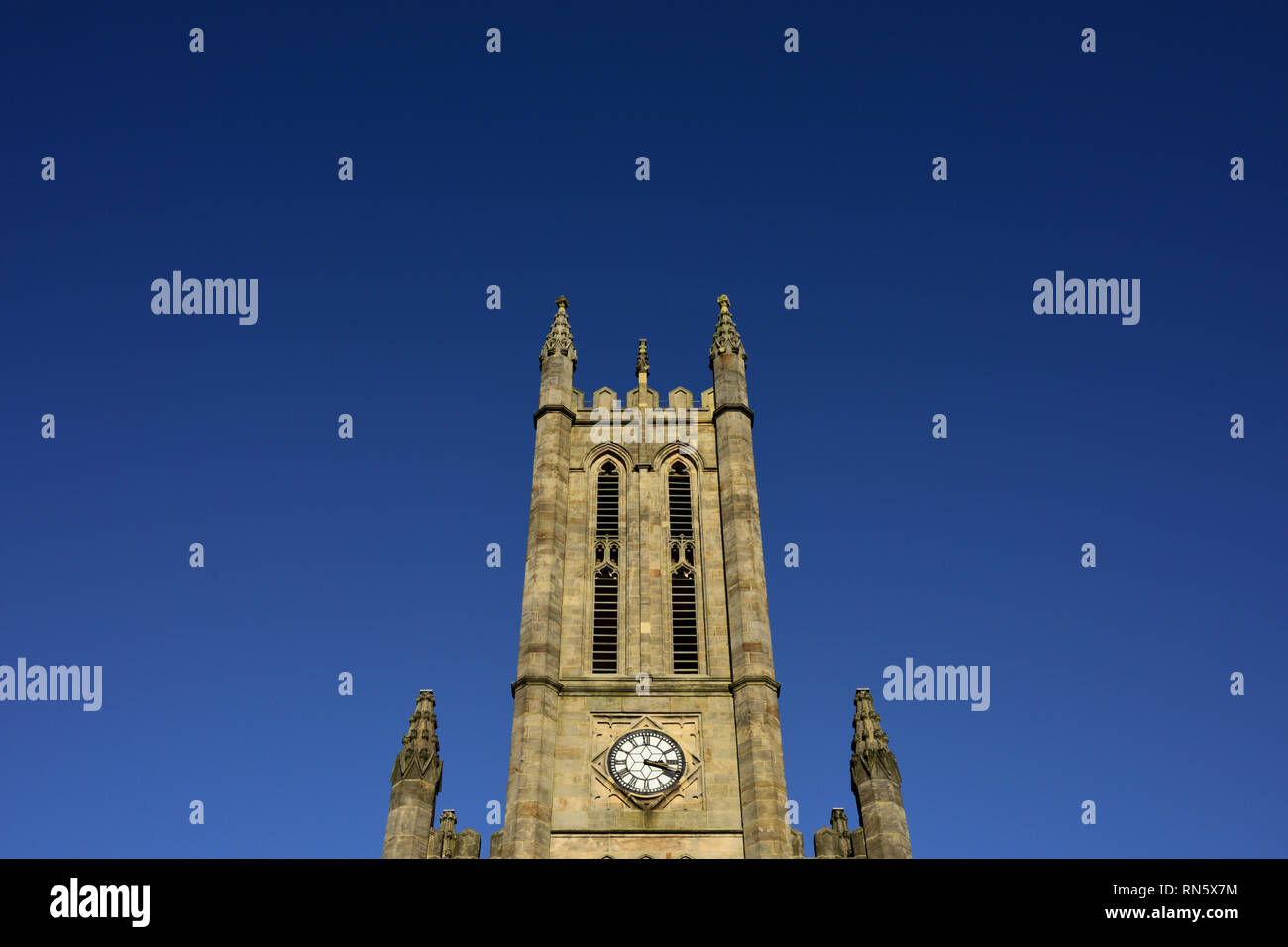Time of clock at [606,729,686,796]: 3:18
